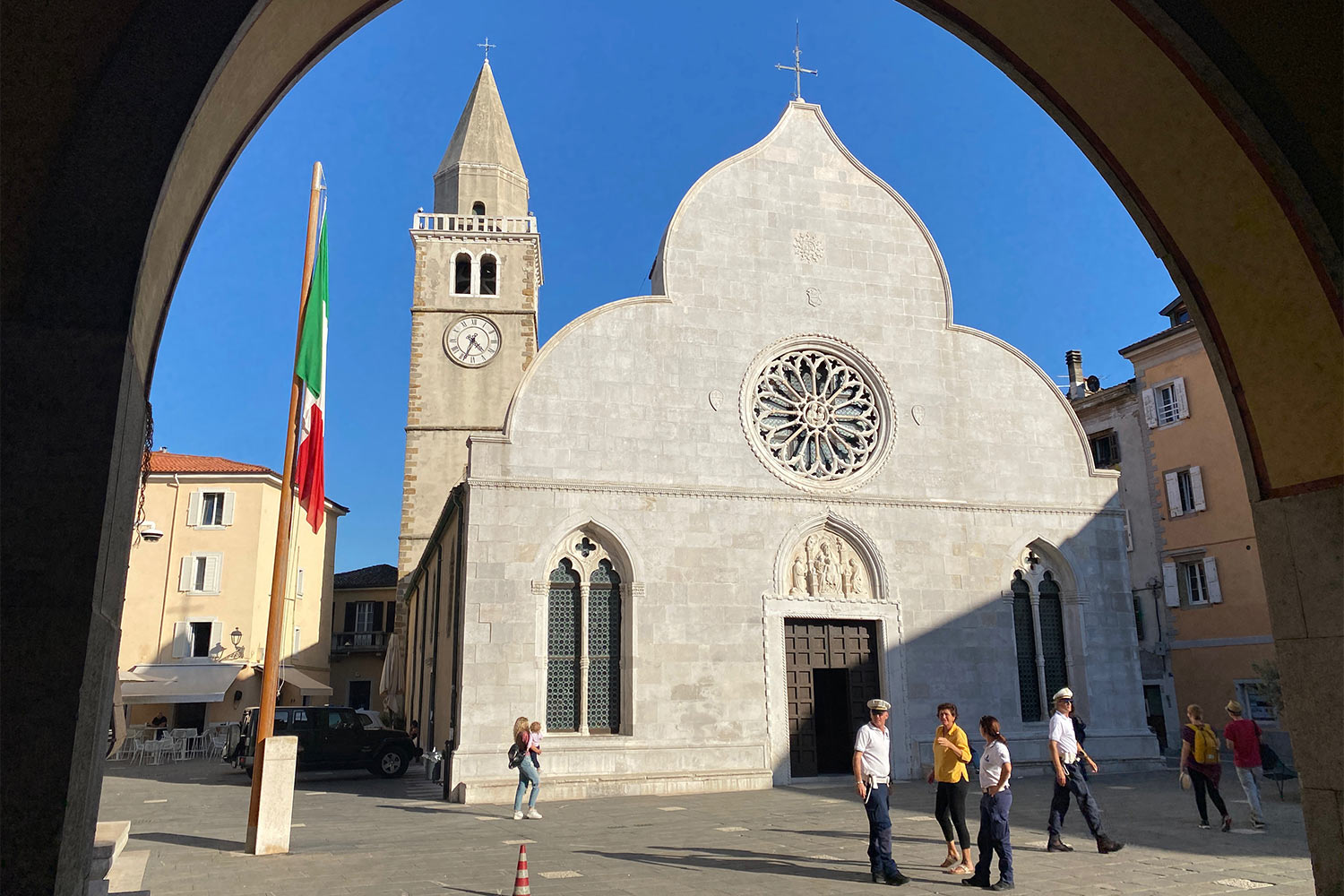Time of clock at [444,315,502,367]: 4:33
